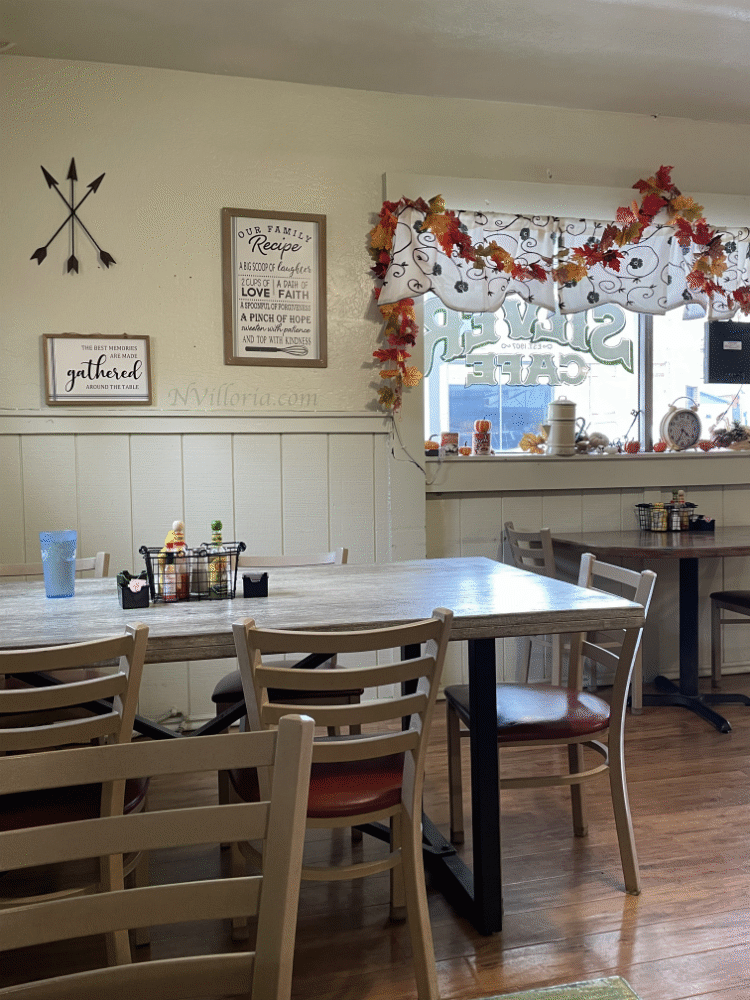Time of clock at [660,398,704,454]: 4:34
